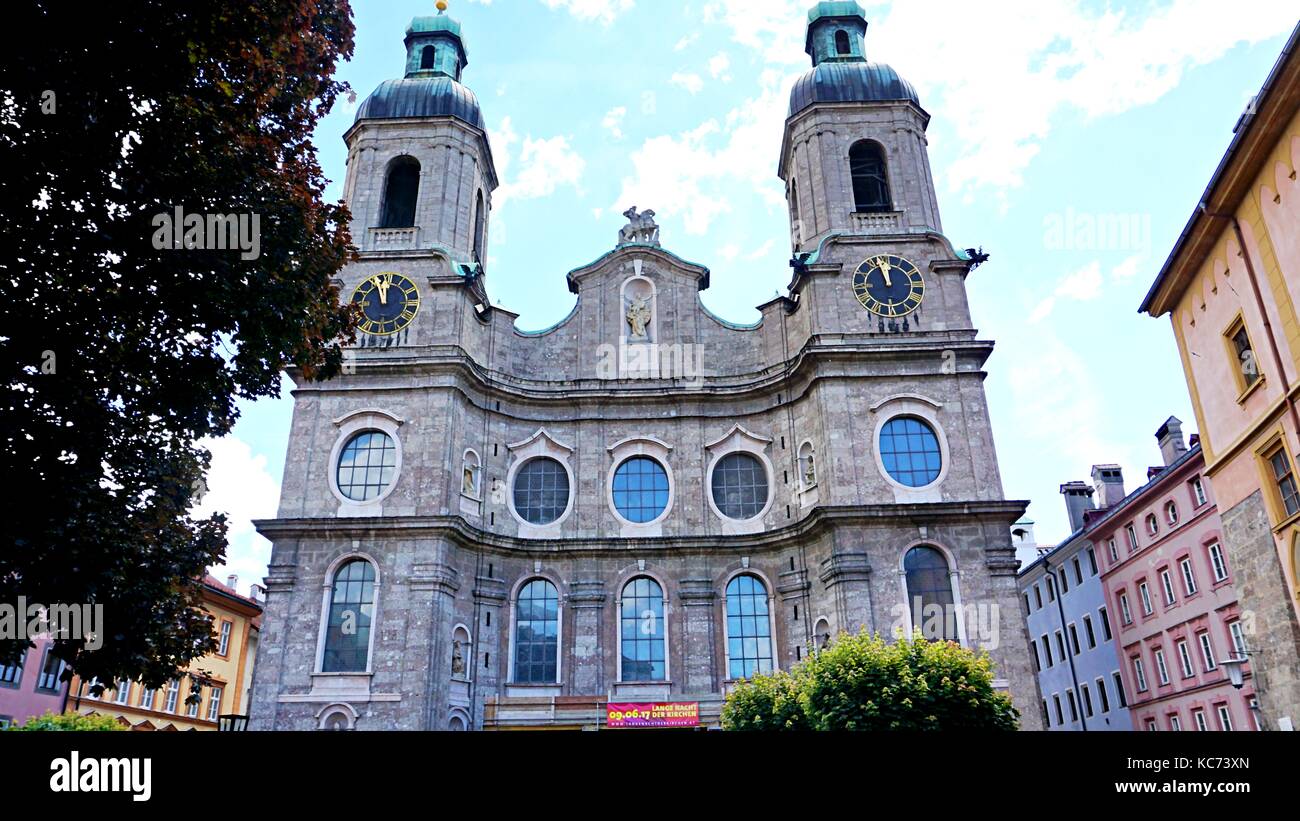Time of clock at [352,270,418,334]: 11:56
